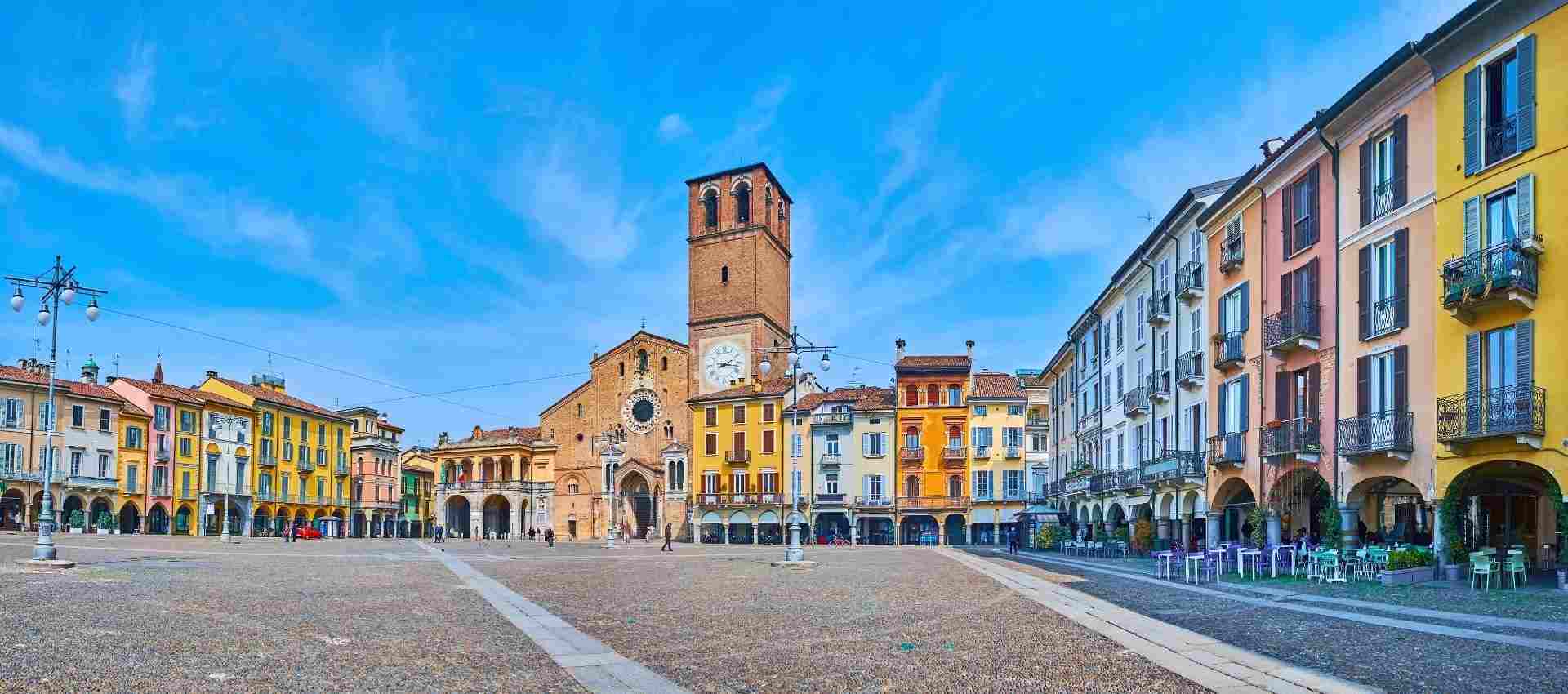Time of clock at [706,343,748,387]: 2:16
